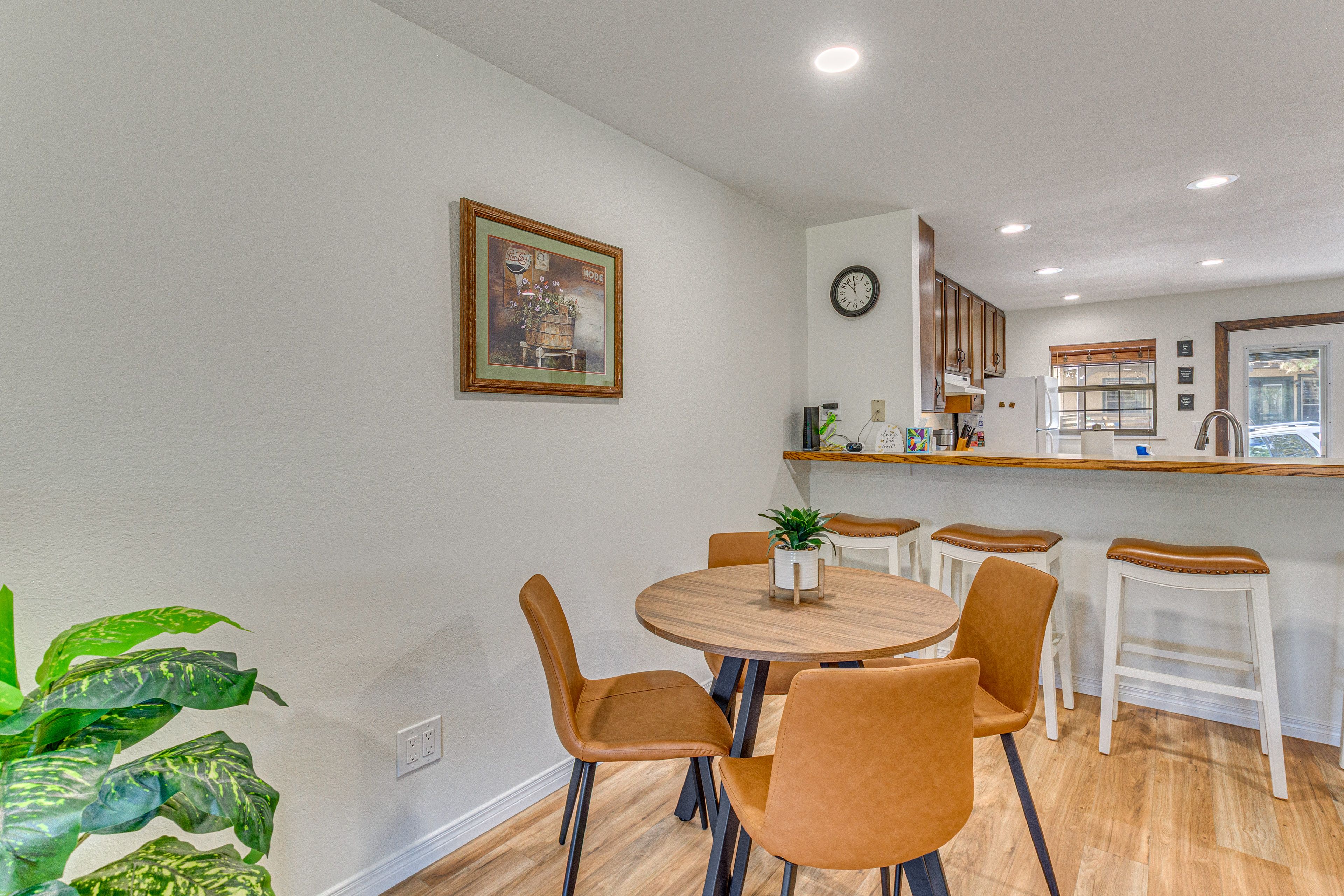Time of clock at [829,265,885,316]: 11:52
